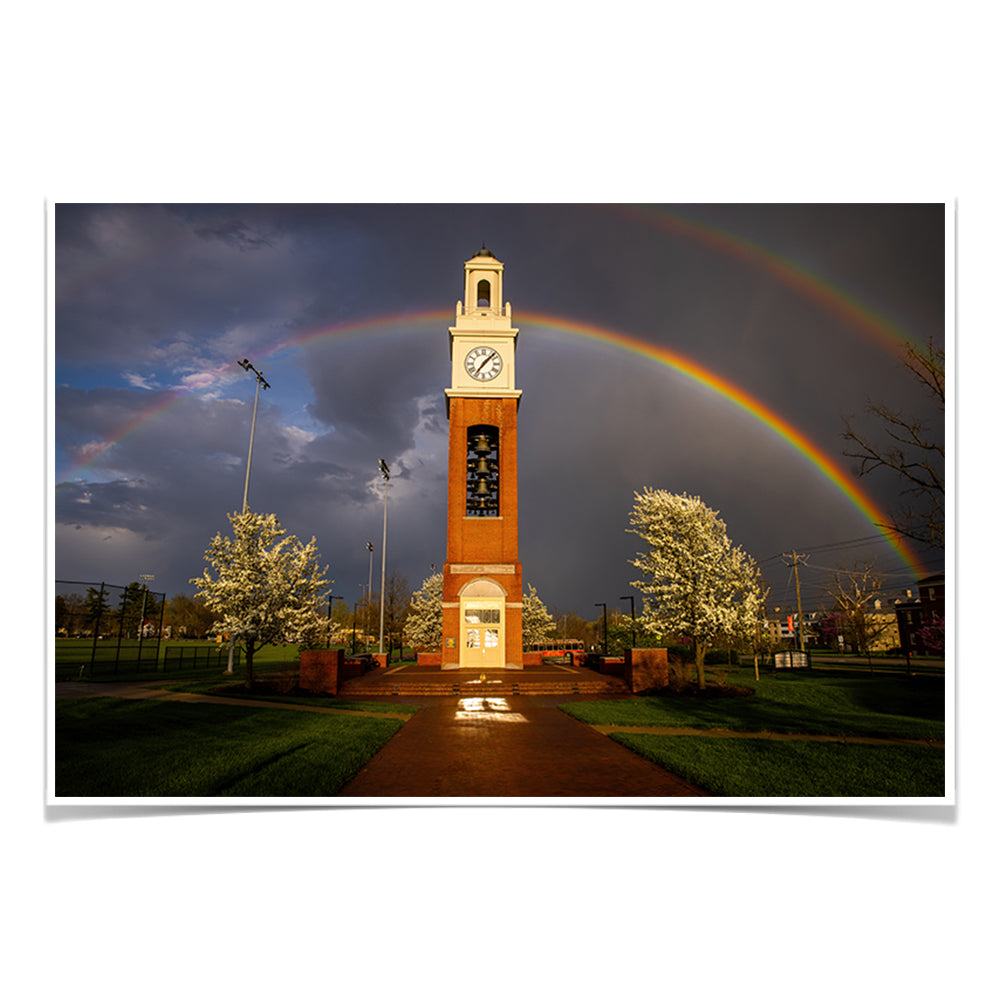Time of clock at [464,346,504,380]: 7:07
